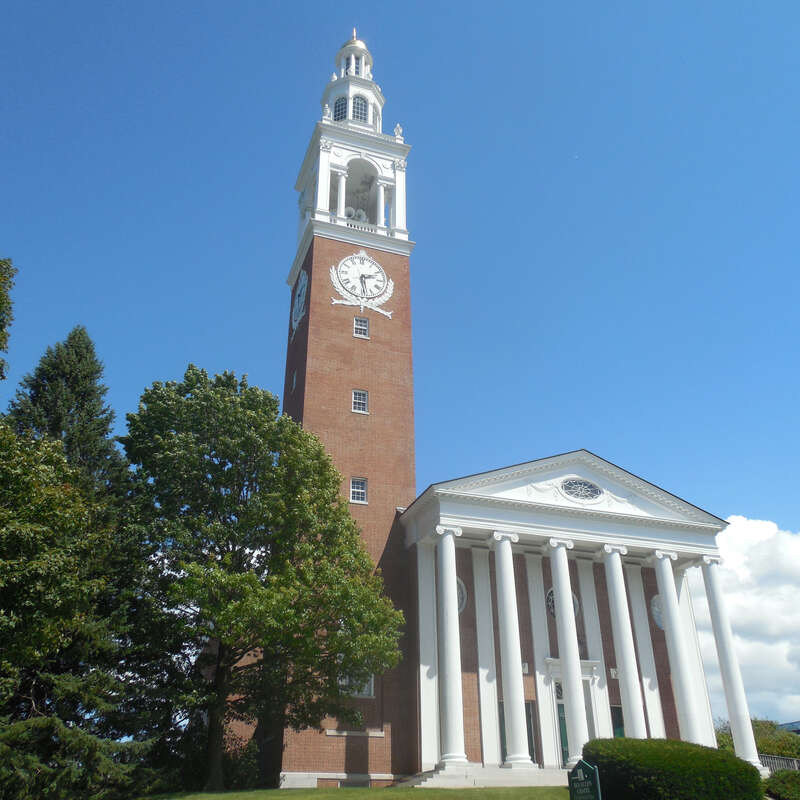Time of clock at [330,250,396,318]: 2:28
